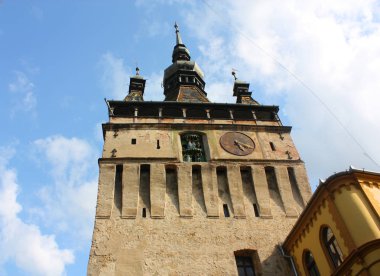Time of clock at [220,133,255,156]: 5:18
